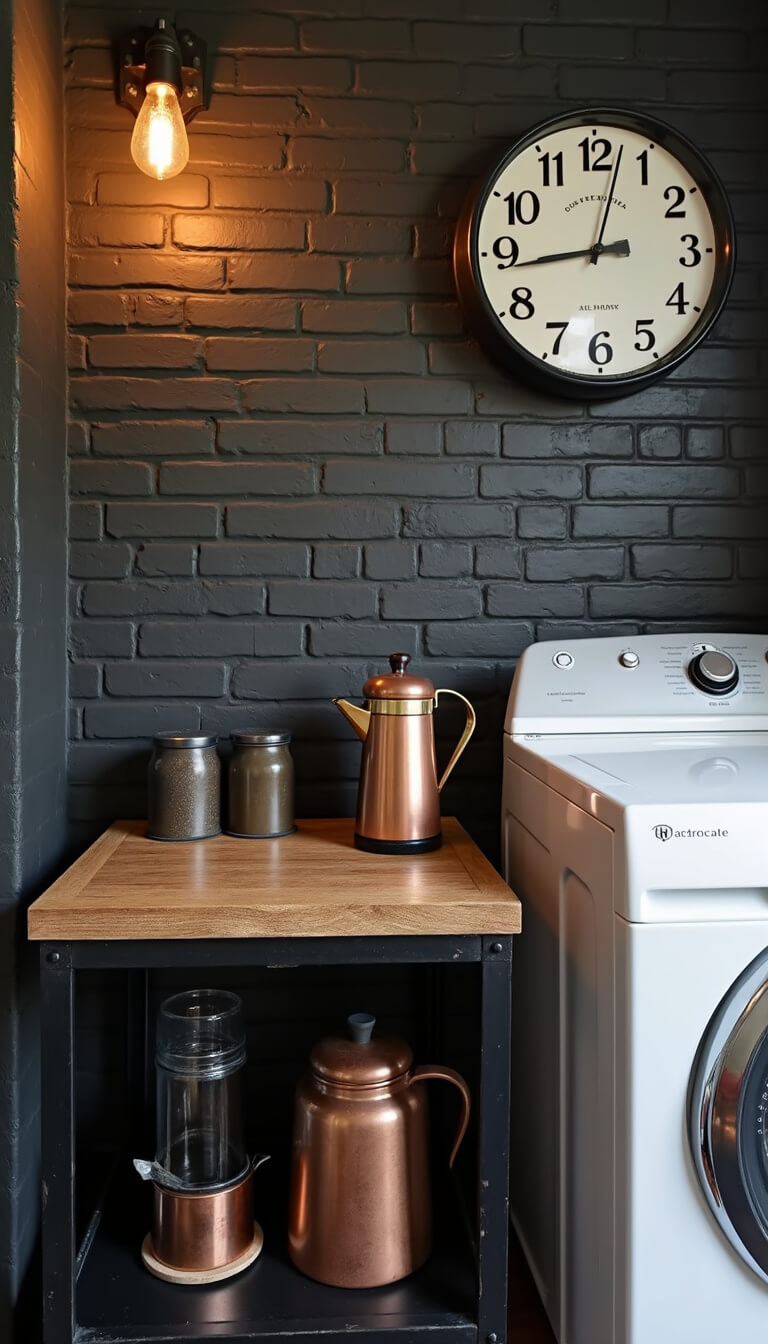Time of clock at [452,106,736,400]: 8:43
